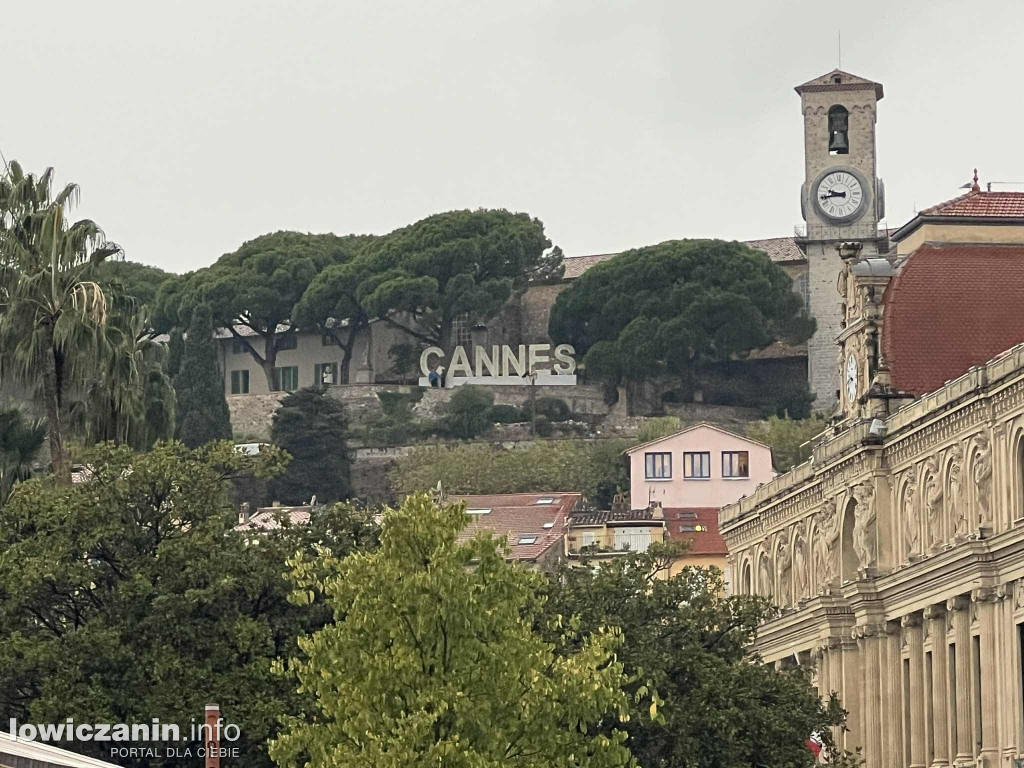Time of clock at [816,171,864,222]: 9:43
